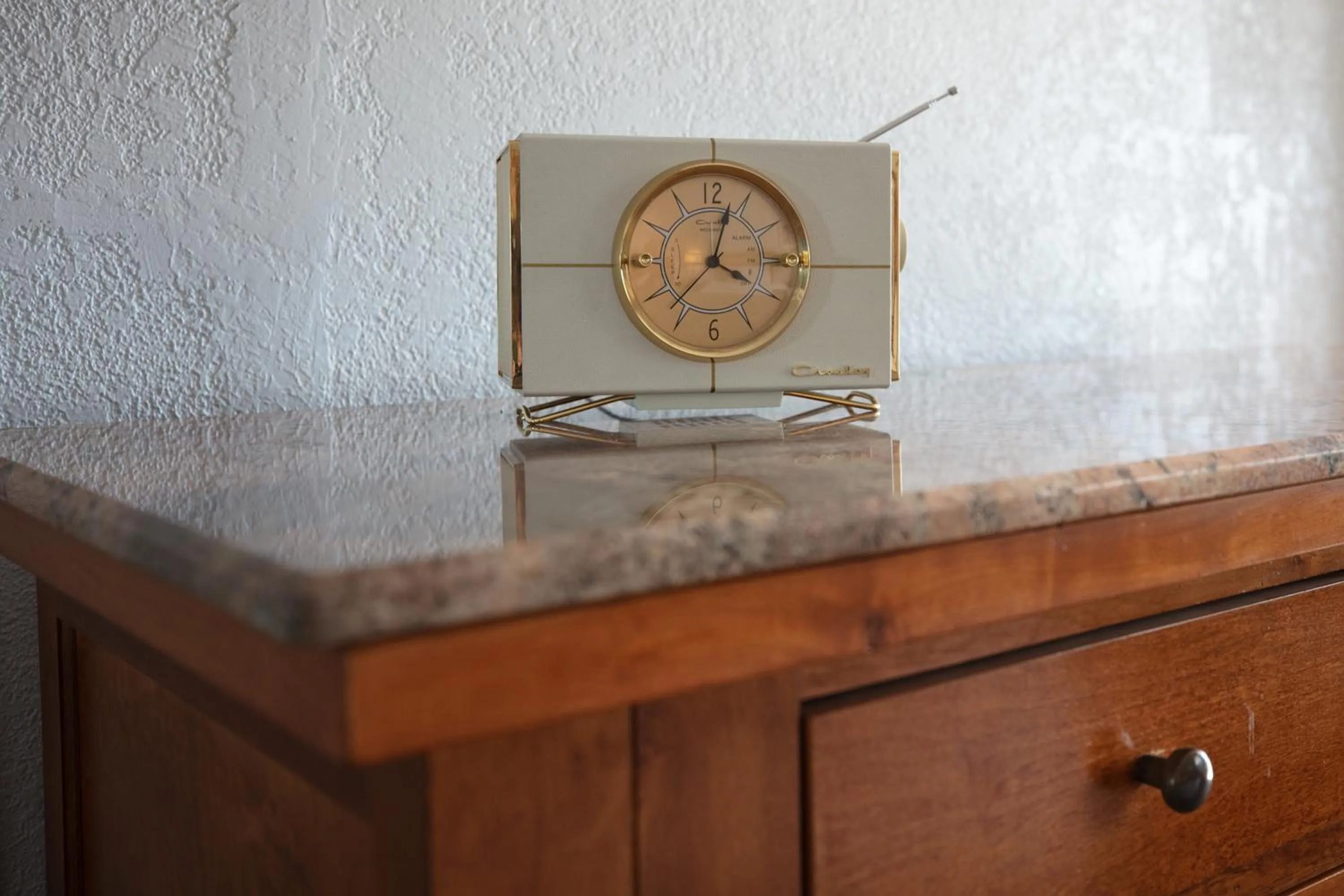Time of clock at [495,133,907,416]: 4:02
